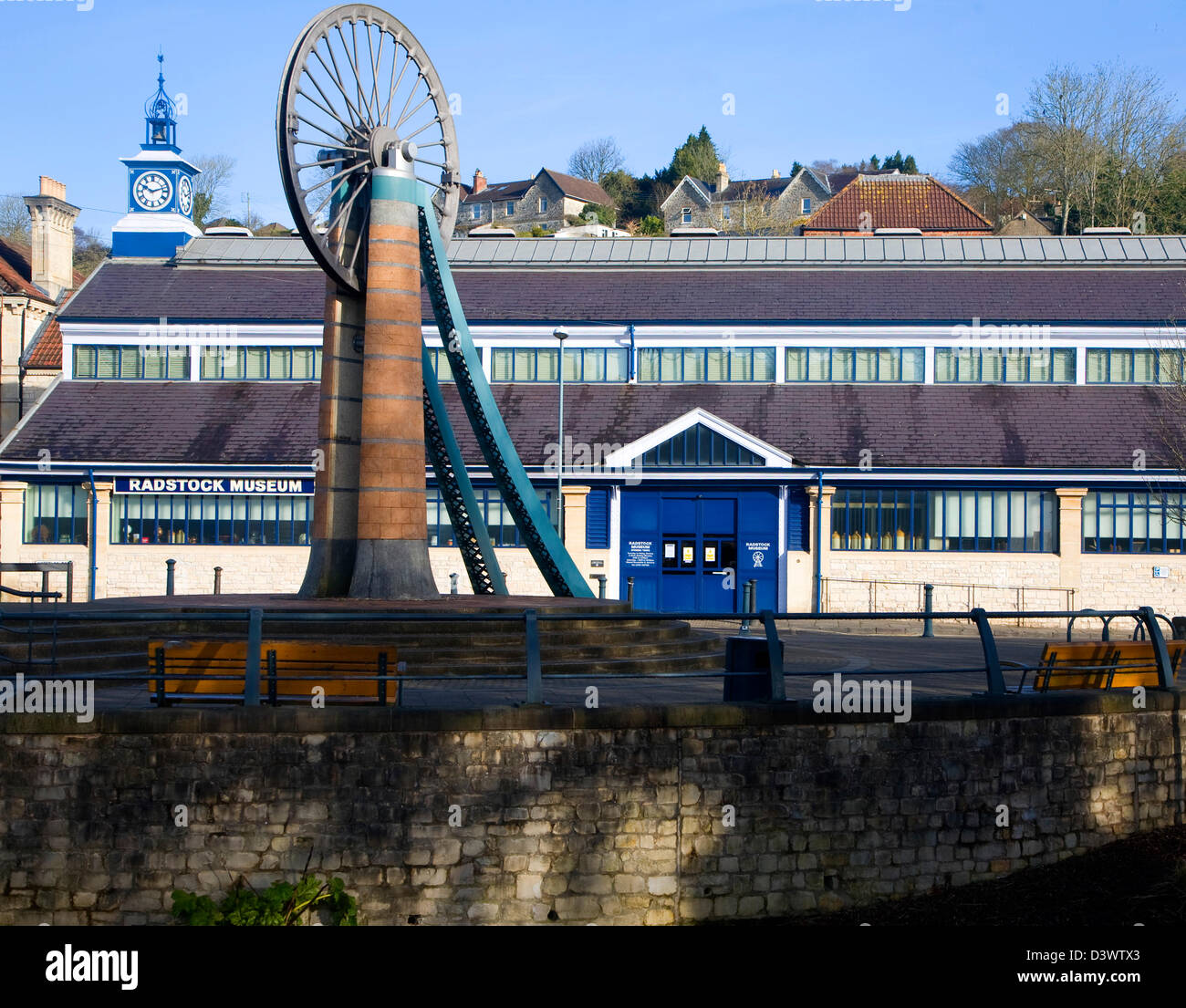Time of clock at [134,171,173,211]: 10:12
